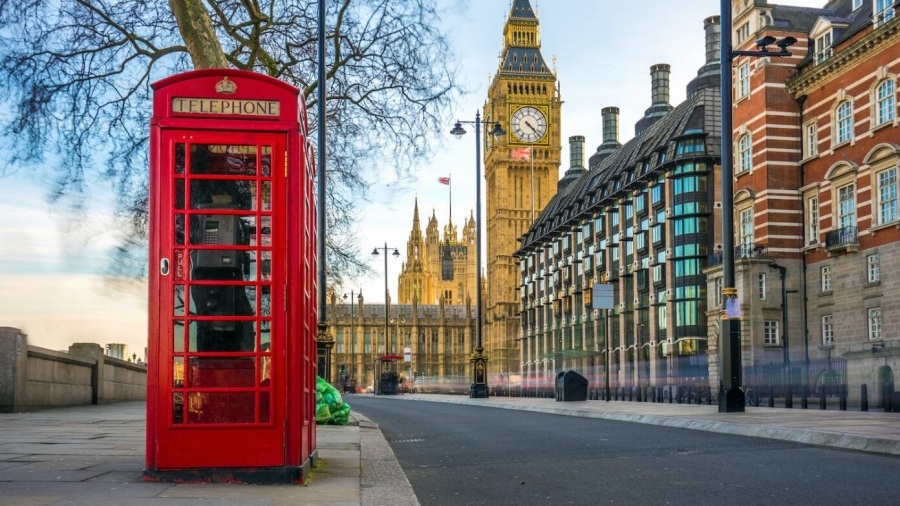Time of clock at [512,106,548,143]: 4:22
